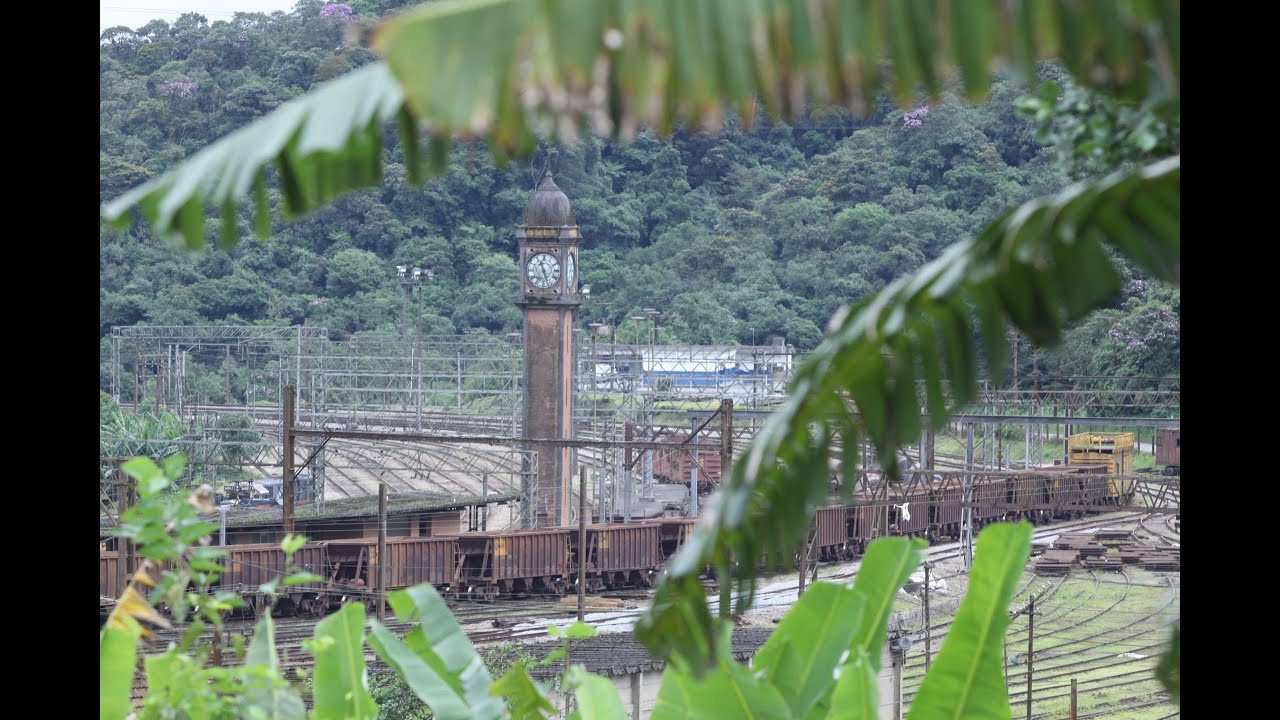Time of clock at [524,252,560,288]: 11:26
